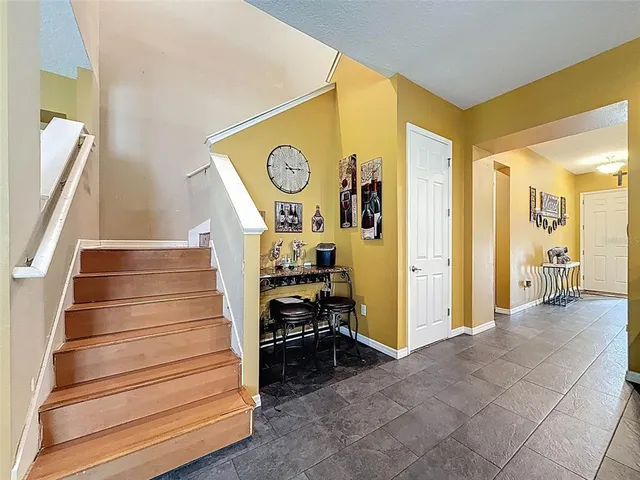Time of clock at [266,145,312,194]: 10:13
